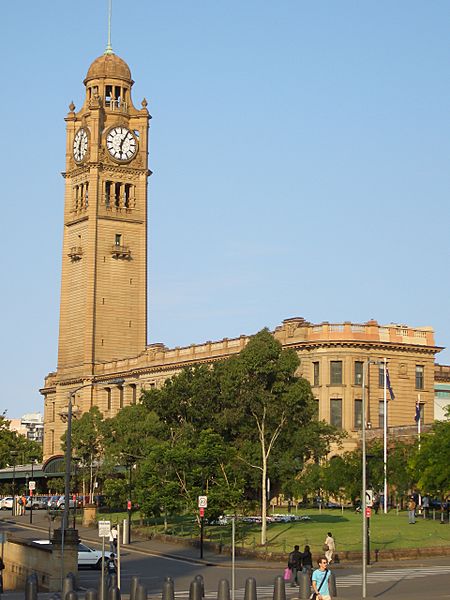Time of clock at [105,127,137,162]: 6:05
